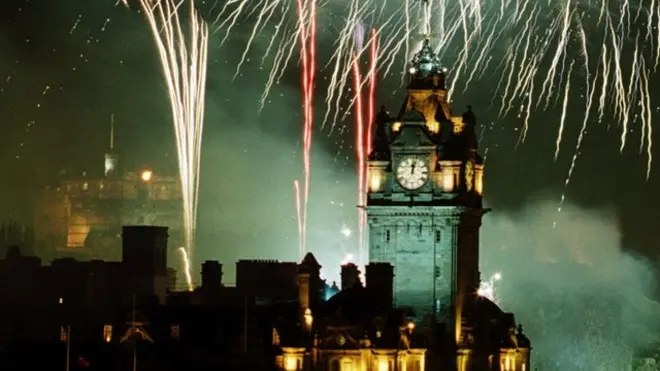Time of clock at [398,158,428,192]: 12:02
